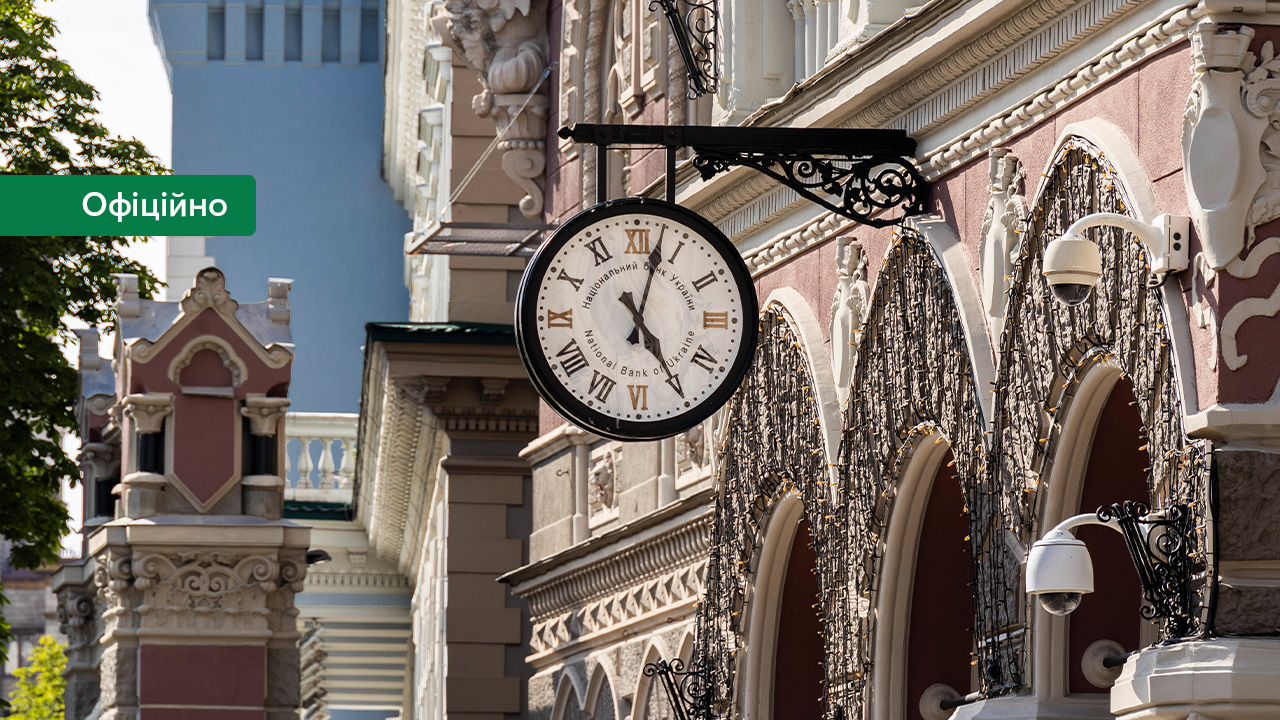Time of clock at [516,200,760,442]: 5:02
